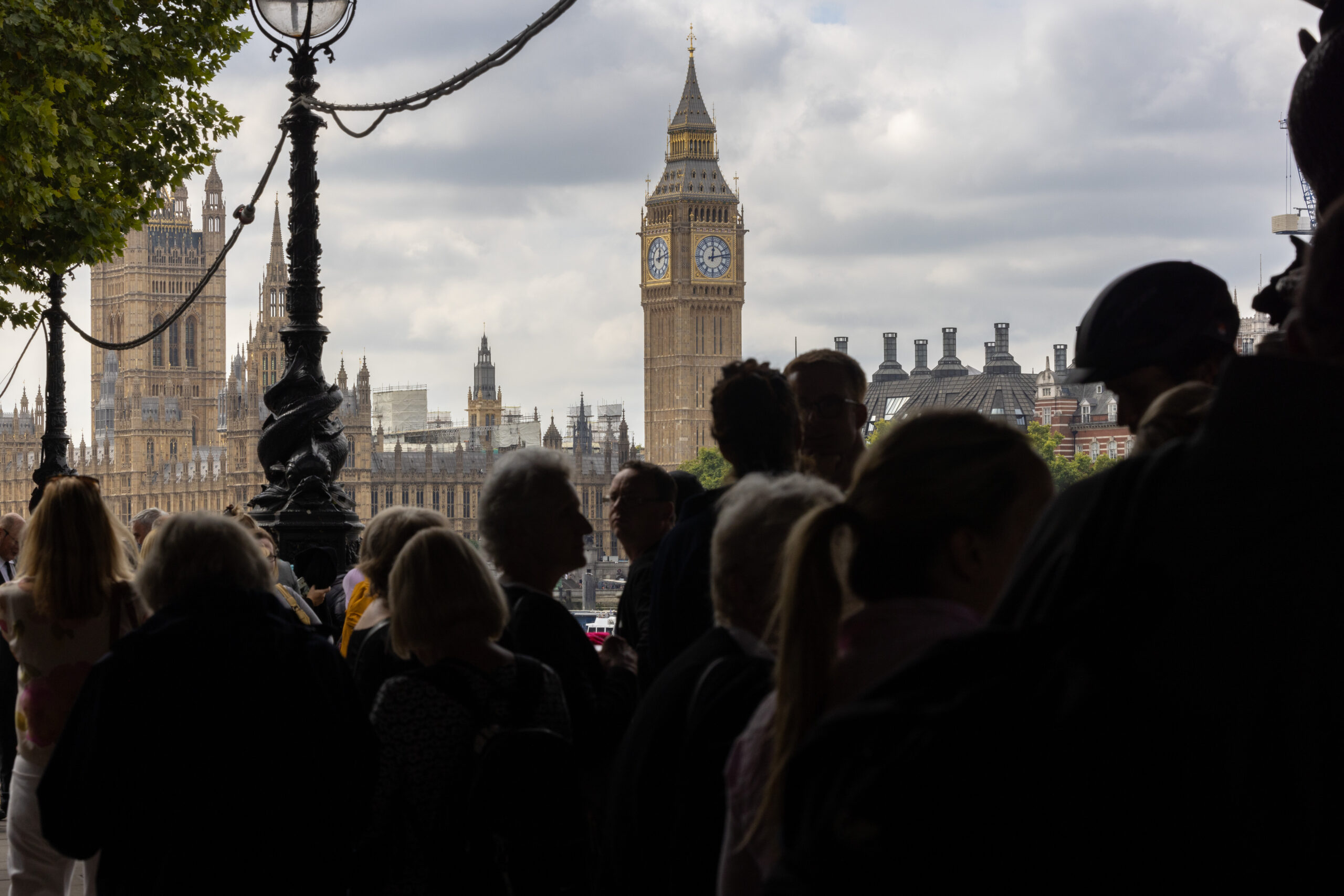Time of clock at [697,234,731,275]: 12:13
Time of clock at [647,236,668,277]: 12:12
